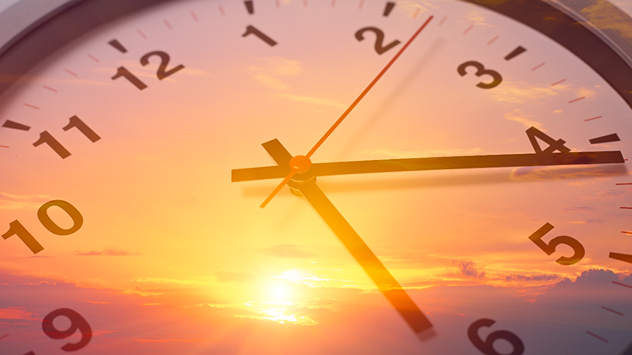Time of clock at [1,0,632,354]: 5:15
